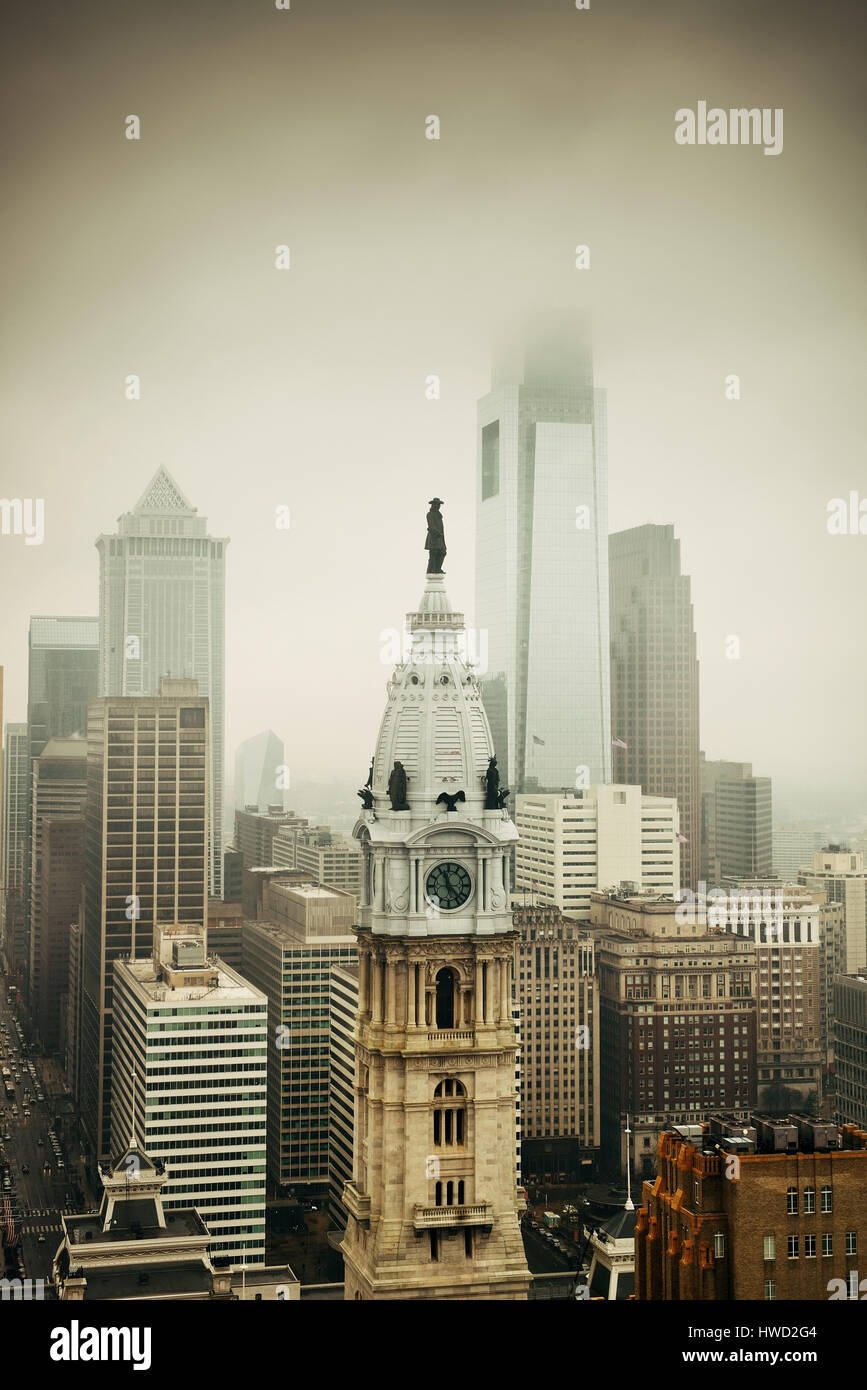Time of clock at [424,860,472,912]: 11:22
